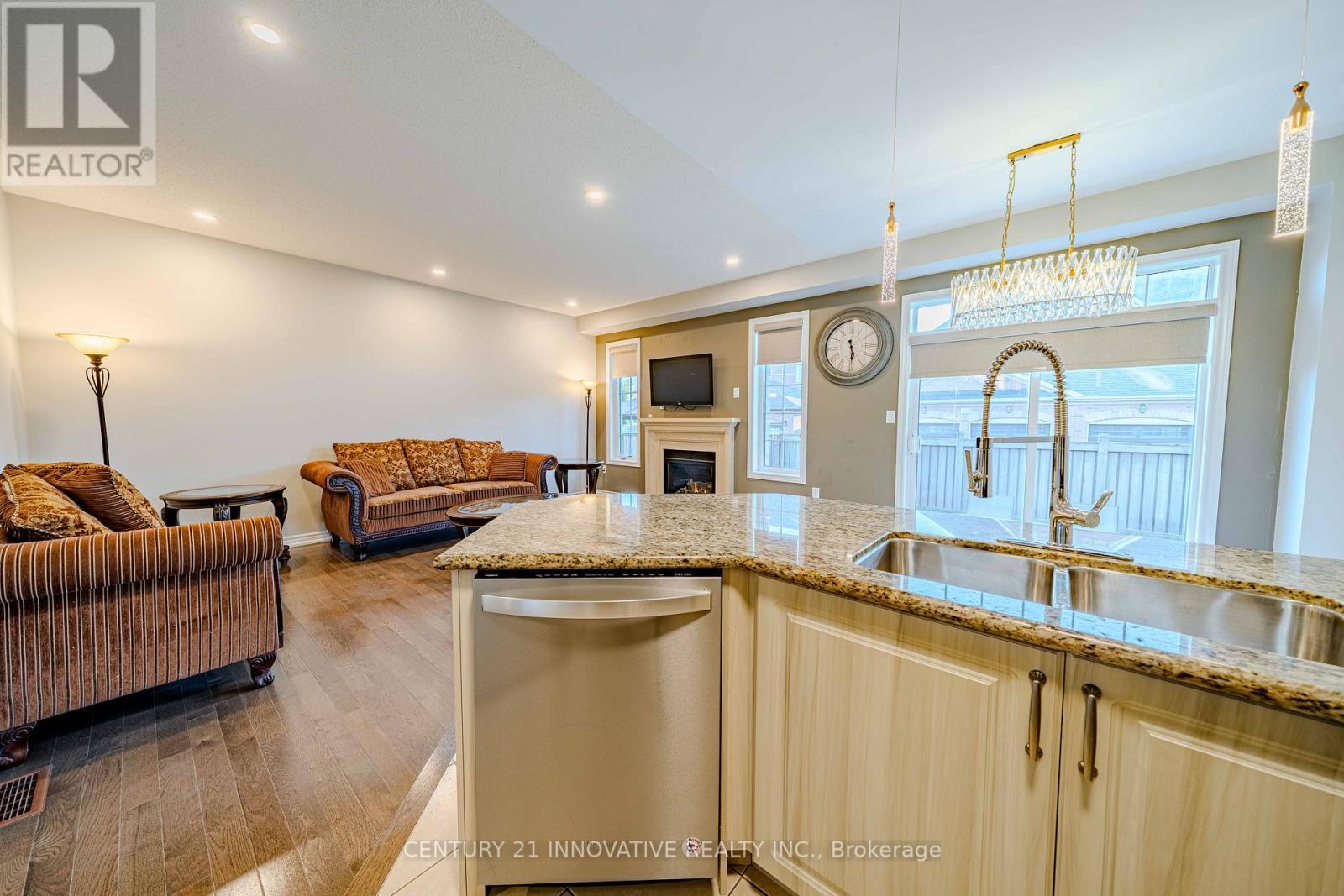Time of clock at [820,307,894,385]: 5:29
